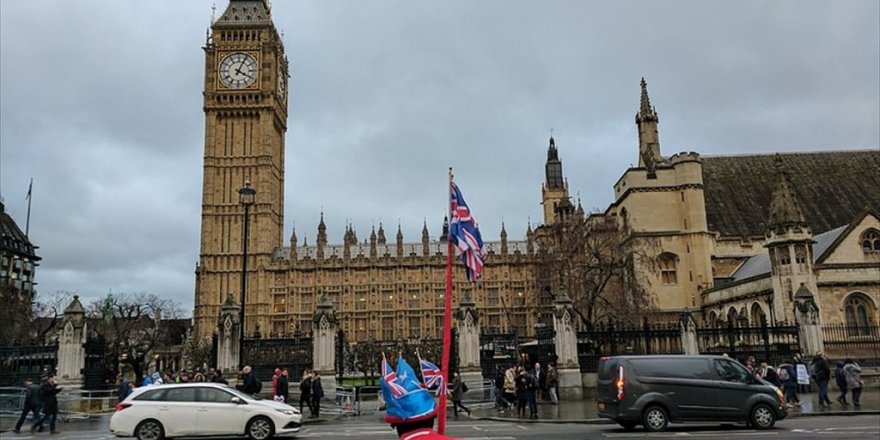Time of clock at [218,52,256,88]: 4:04
